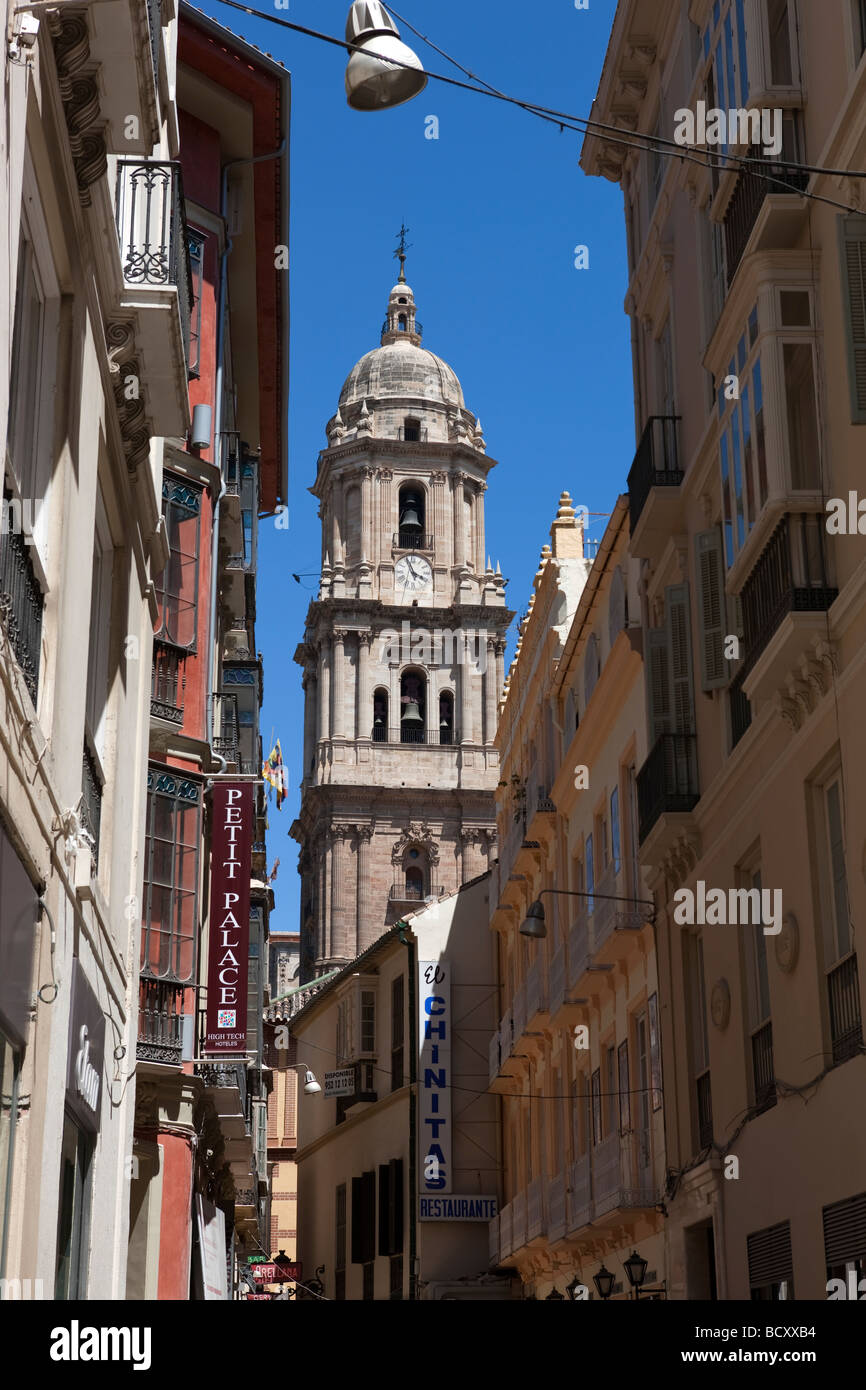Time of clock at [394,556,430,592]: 3:56
